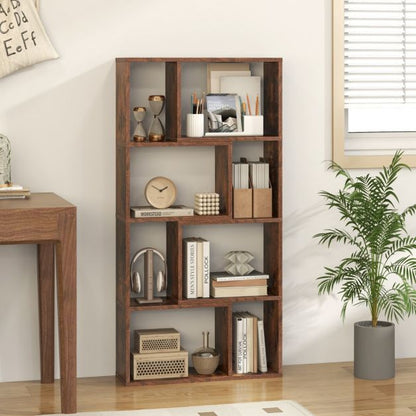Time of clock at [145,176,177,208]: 1:50
